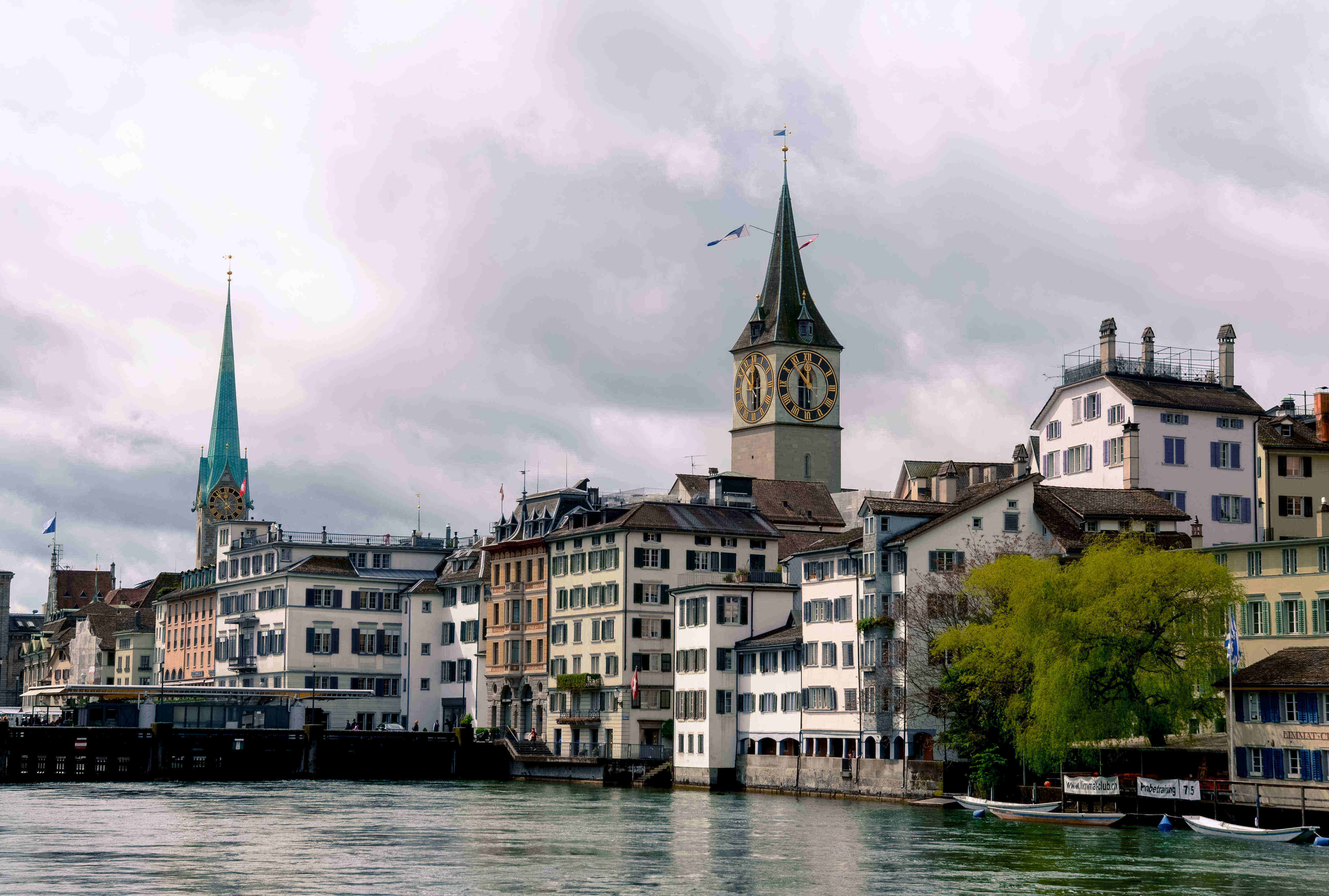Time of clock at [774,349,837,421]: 11:53
